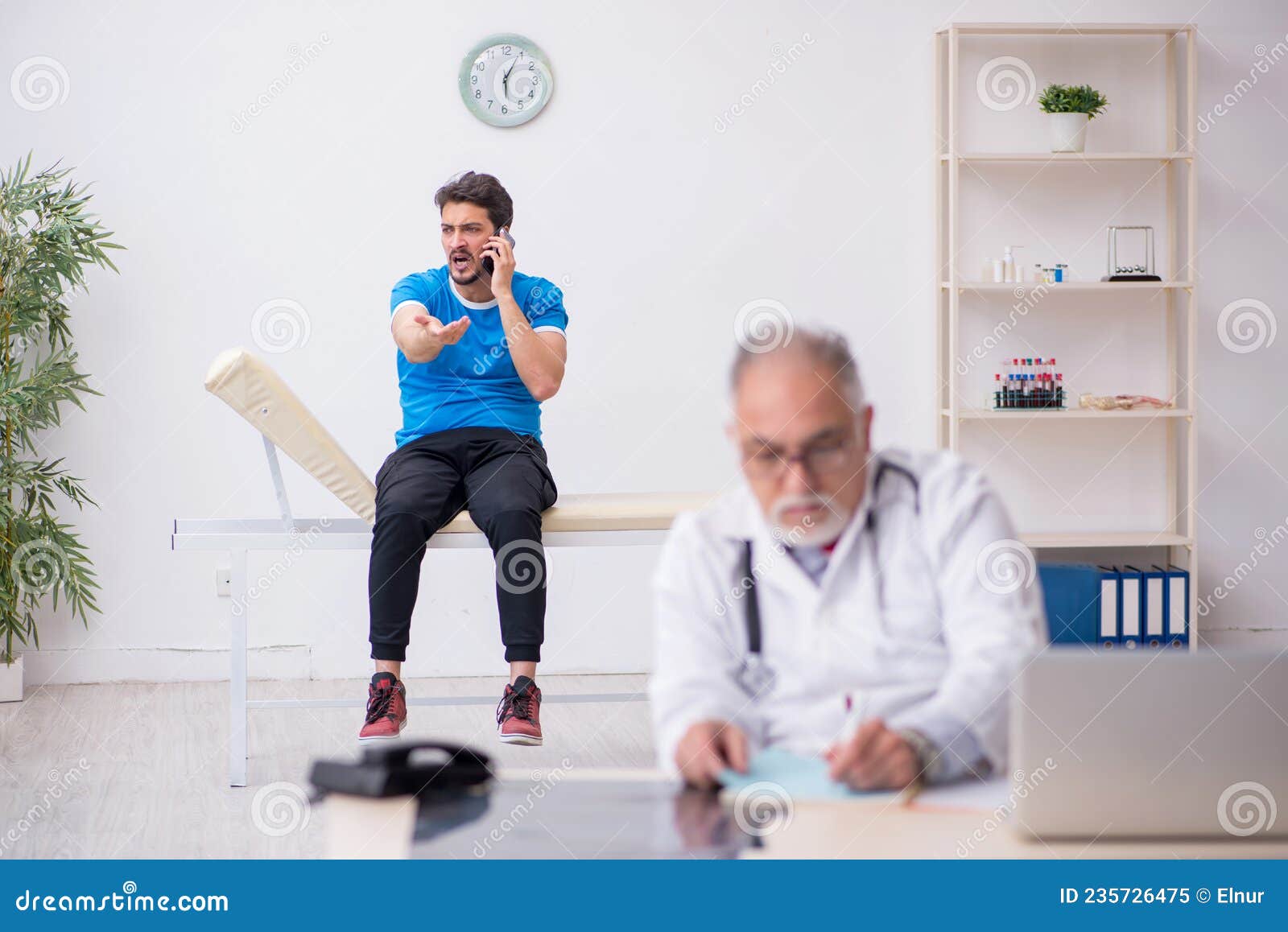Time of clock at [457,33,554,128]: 6:04
